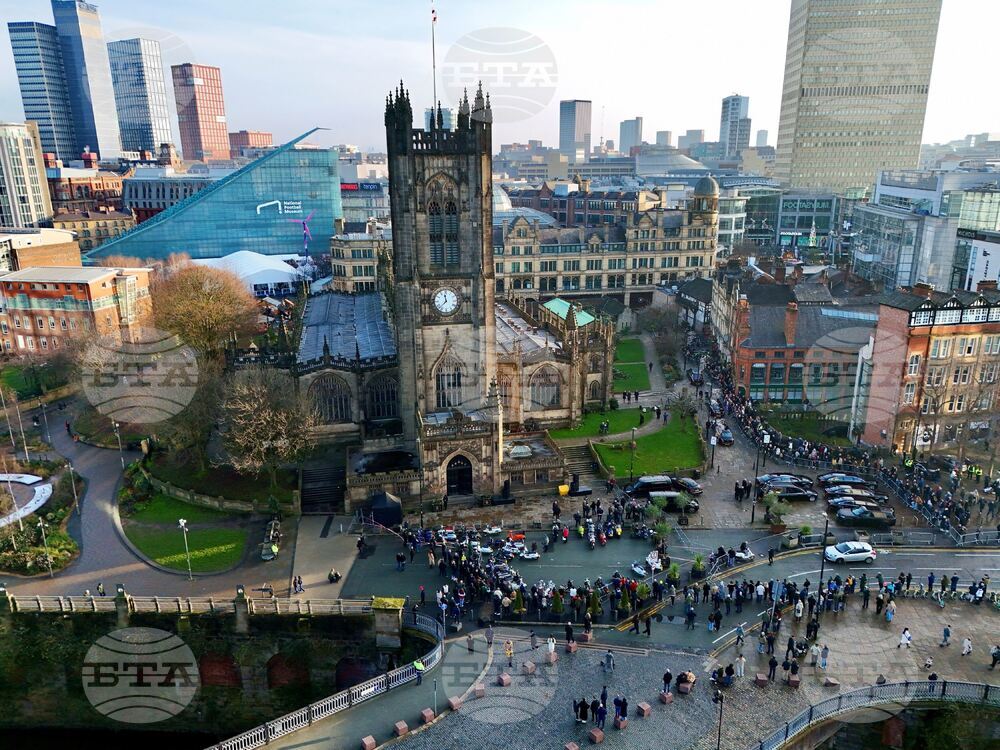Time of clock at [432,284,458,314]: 11:37
